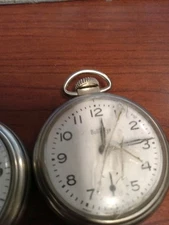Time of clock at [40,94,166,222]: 12:14
